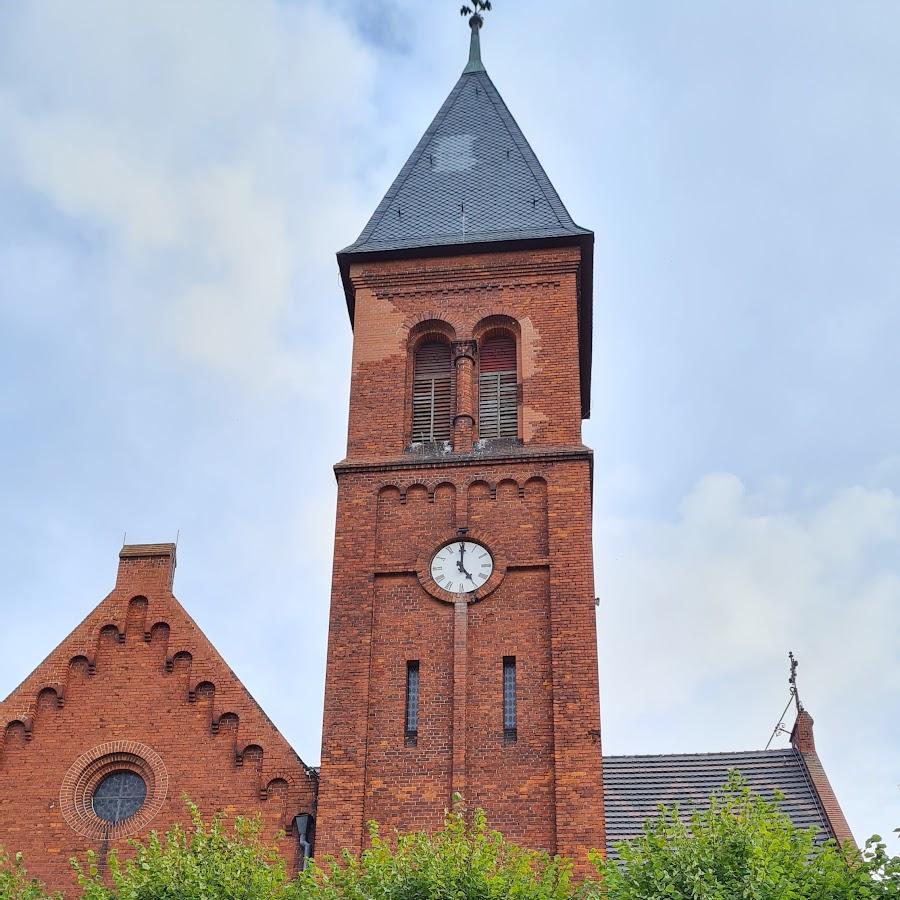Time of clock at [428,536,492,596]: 5:00
